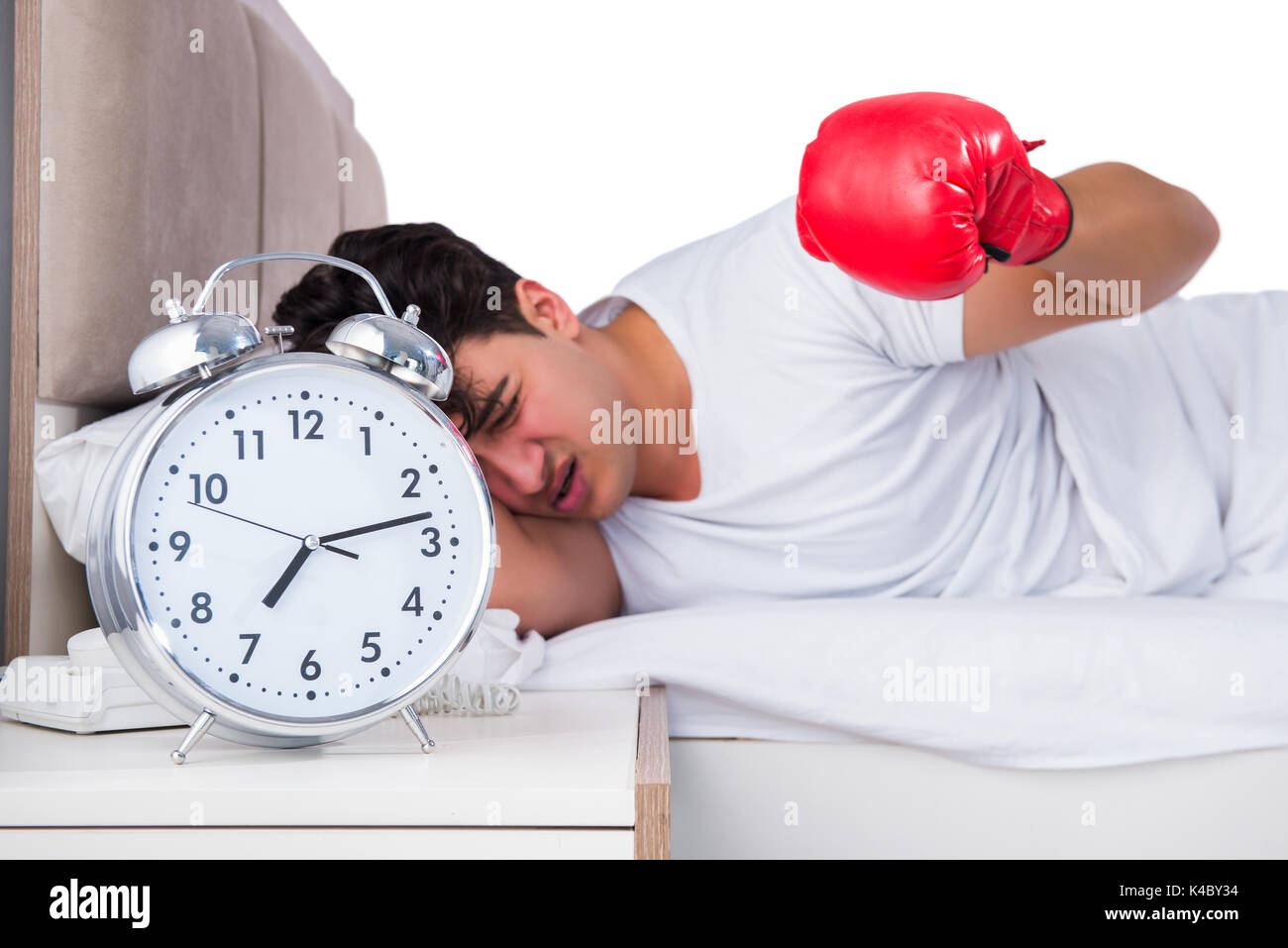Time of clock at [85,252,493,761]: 7:13
